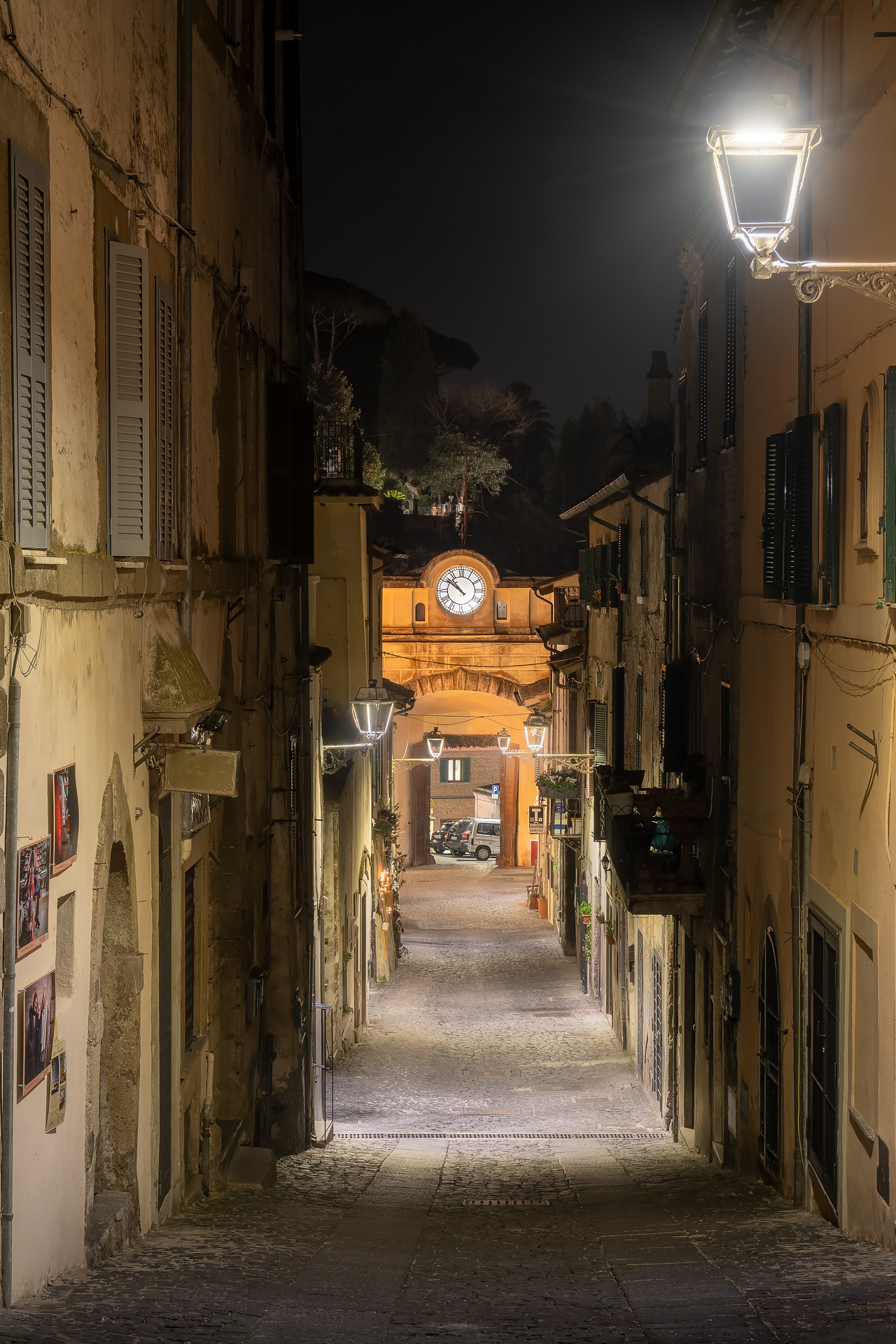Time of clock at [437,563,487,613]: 10:51
